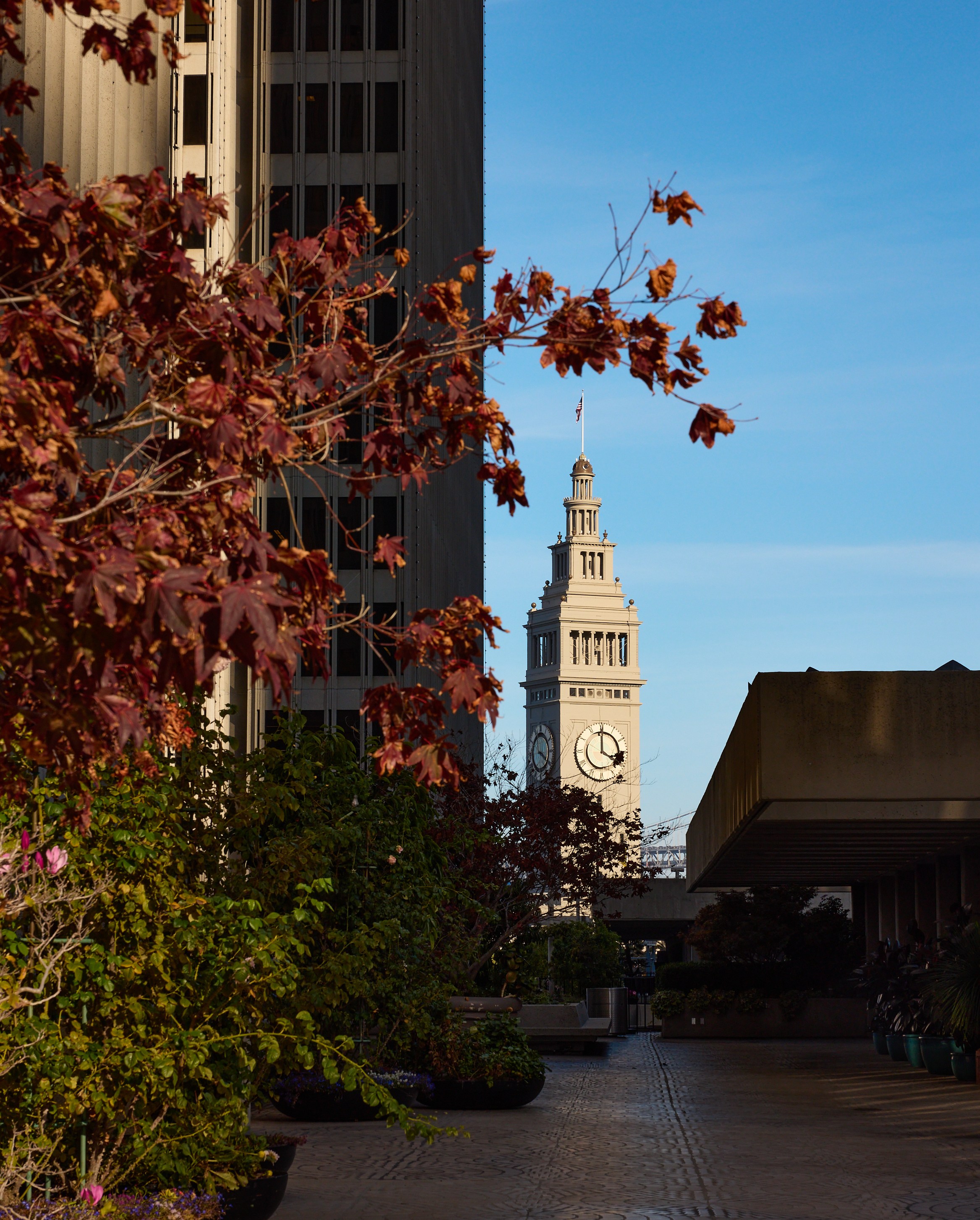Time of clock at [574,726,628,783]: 4:00
